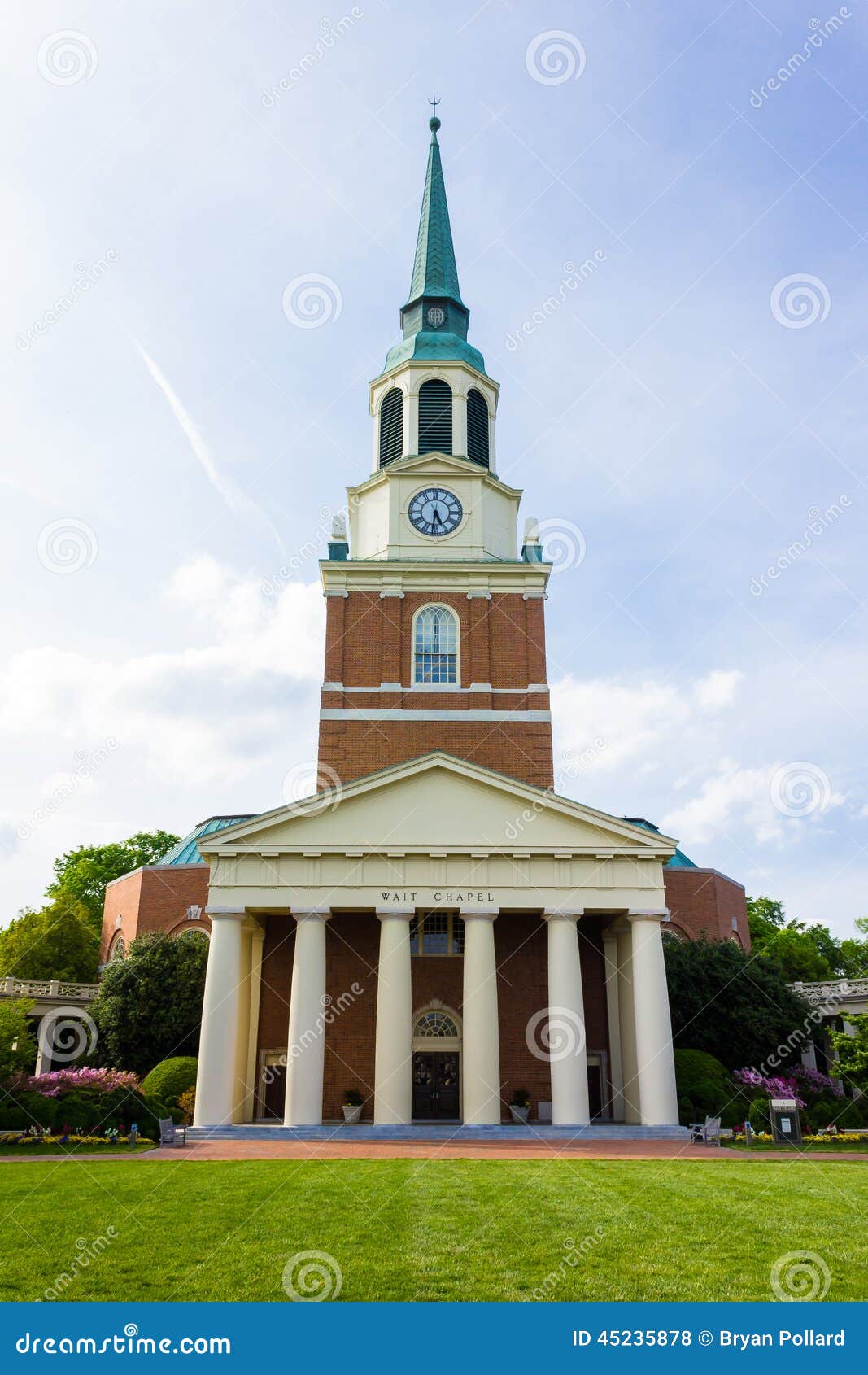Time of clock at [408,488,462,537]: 5:31
